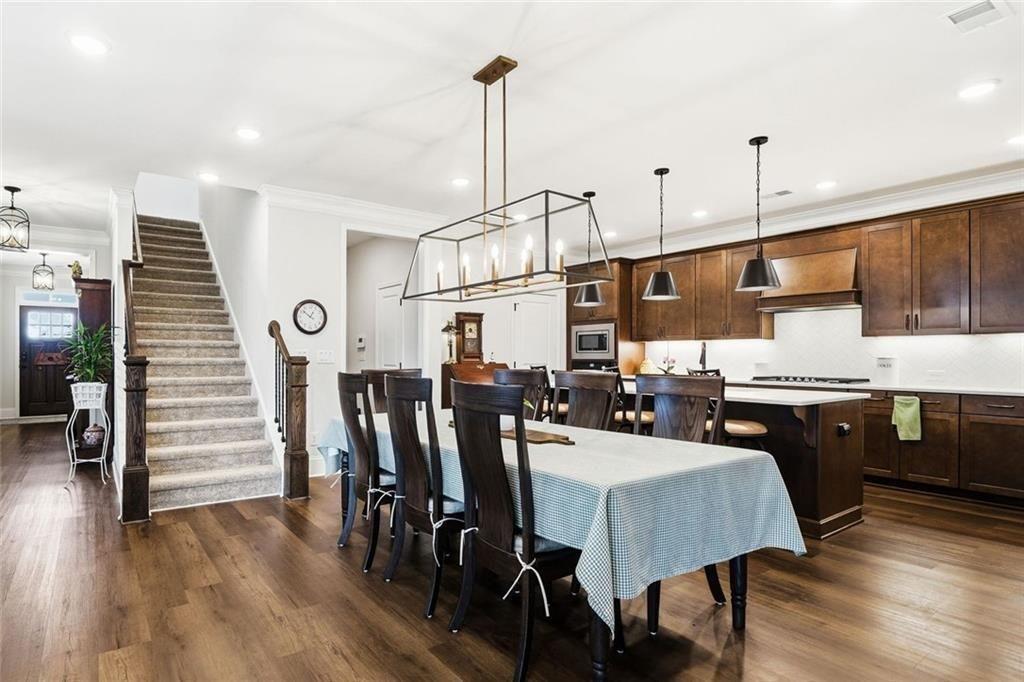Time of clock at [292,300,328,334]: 12:52
